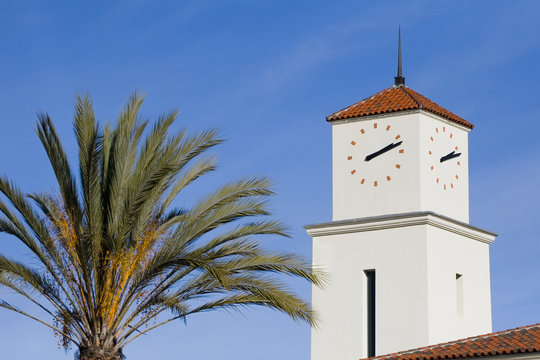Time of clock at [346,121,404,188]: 2:12
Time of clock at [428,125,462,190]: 2:12
